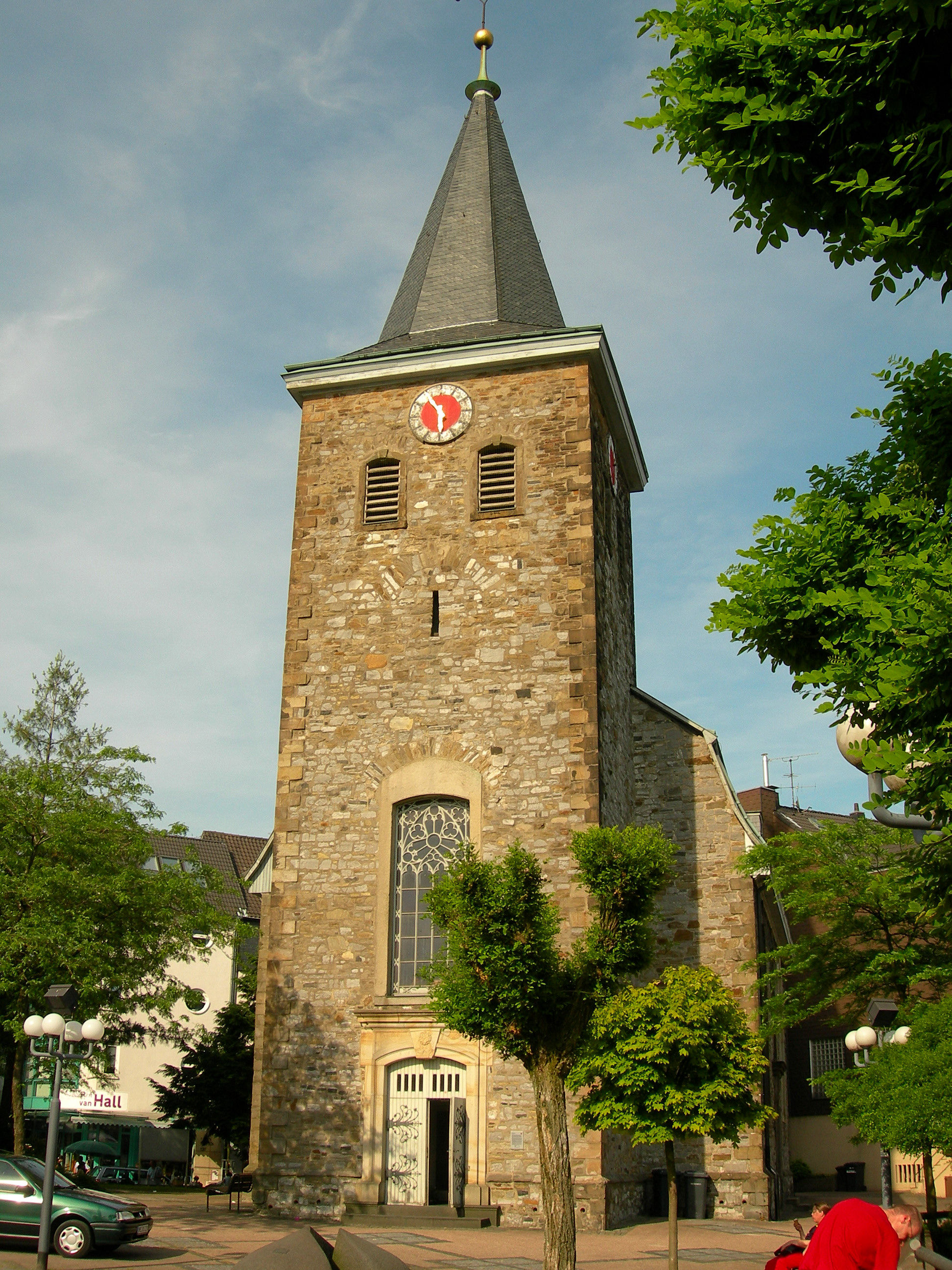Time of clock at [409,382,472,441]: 5:54
